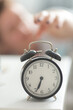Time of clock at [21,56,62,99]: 6:33
